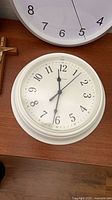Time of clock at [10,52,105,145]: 11:31
